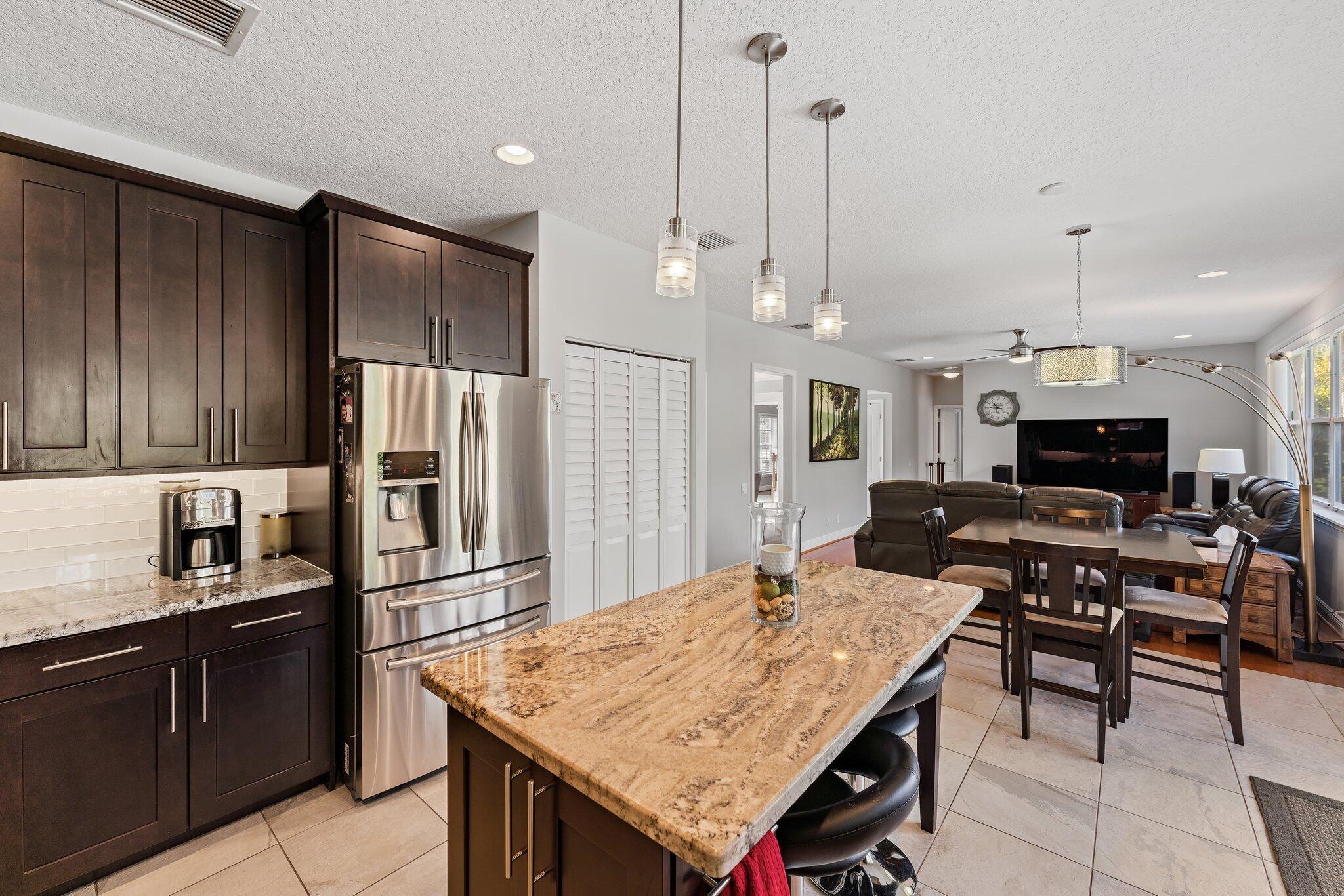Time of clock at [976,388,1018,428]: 10:45
